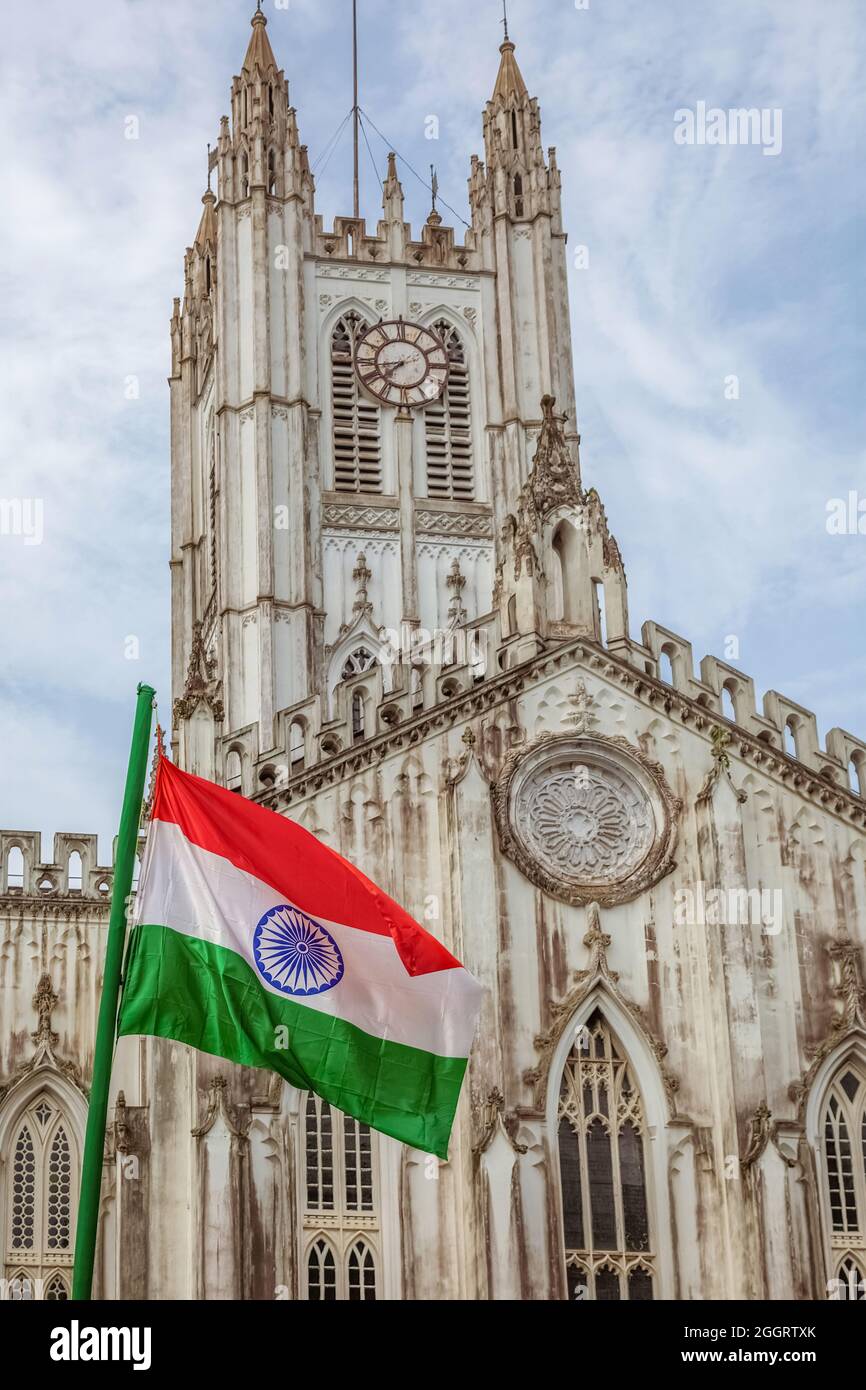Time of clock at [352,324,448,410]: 7:43
